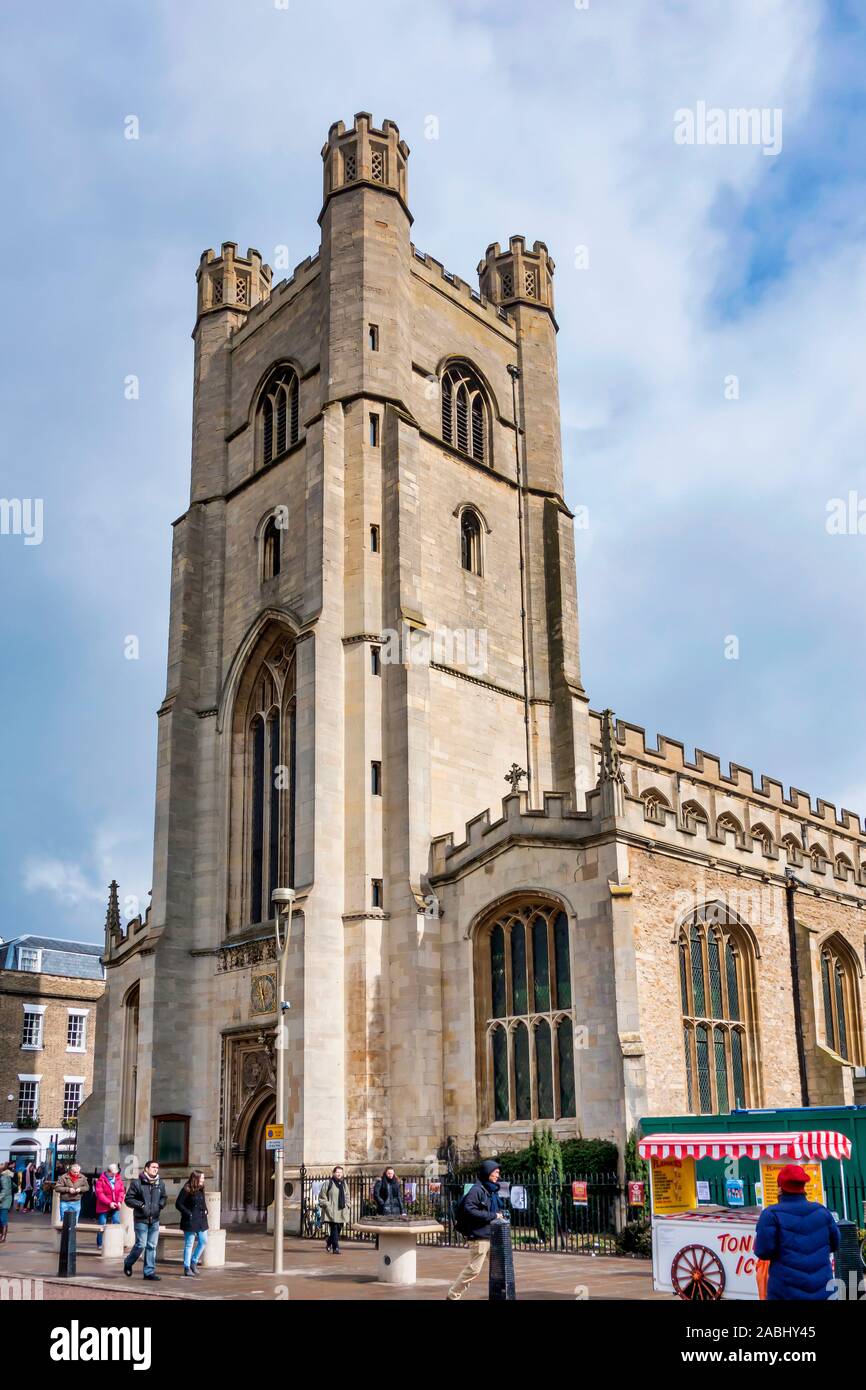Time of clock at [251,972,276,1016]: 12:26
